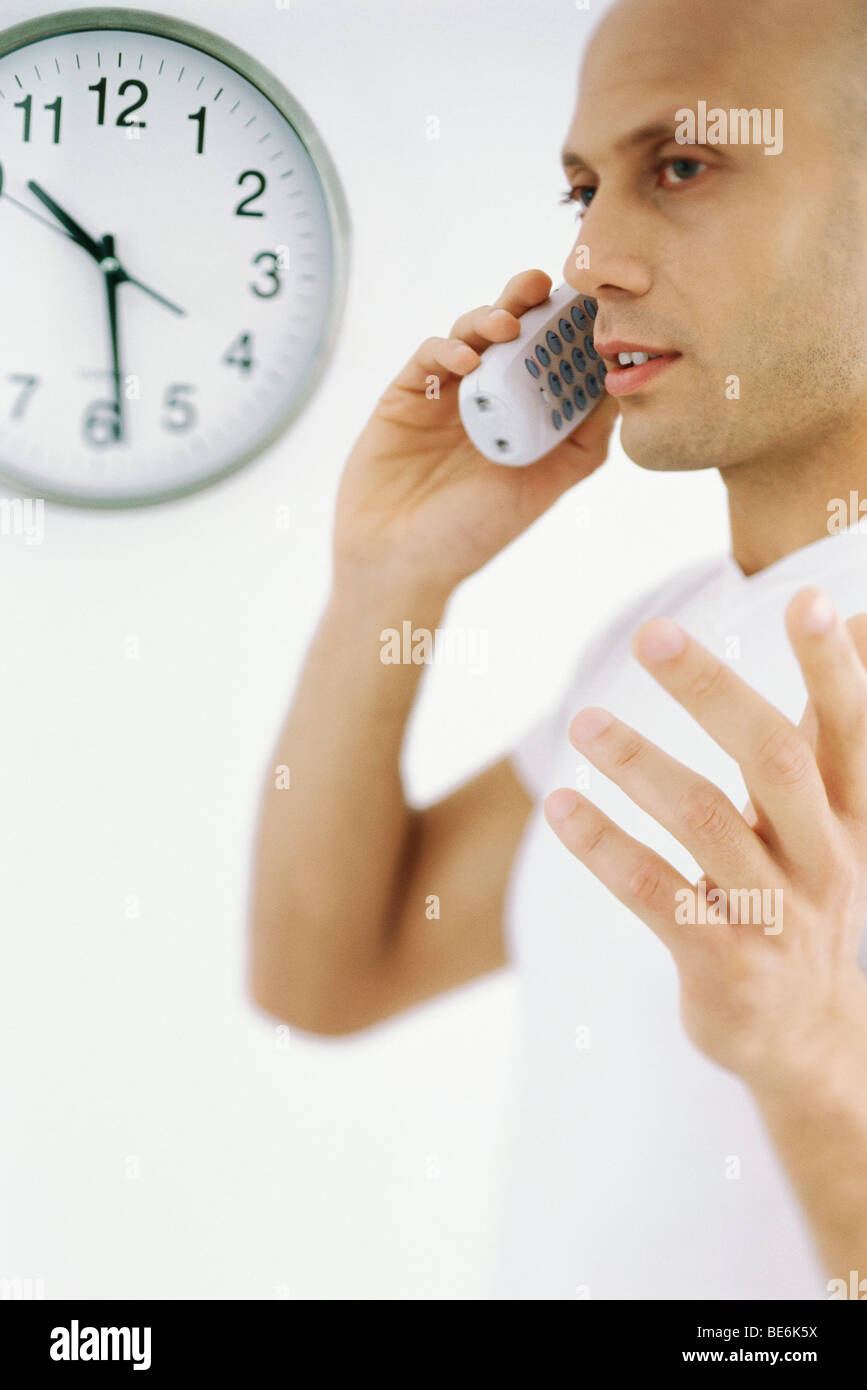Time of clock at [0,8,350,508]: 10:28
